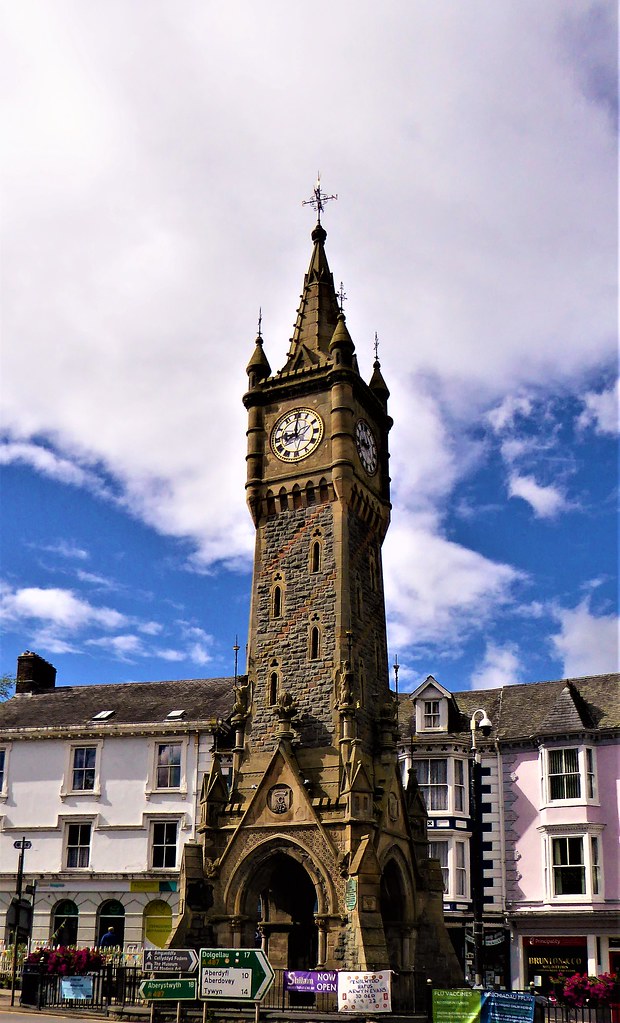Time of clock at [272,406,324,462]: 9:00
